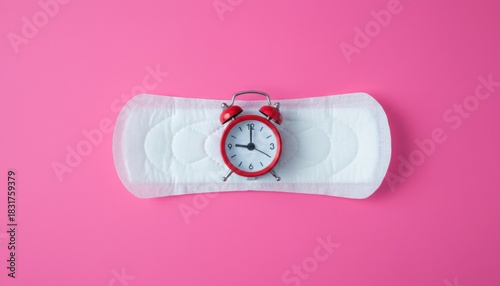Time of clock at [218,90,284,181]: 9:00
